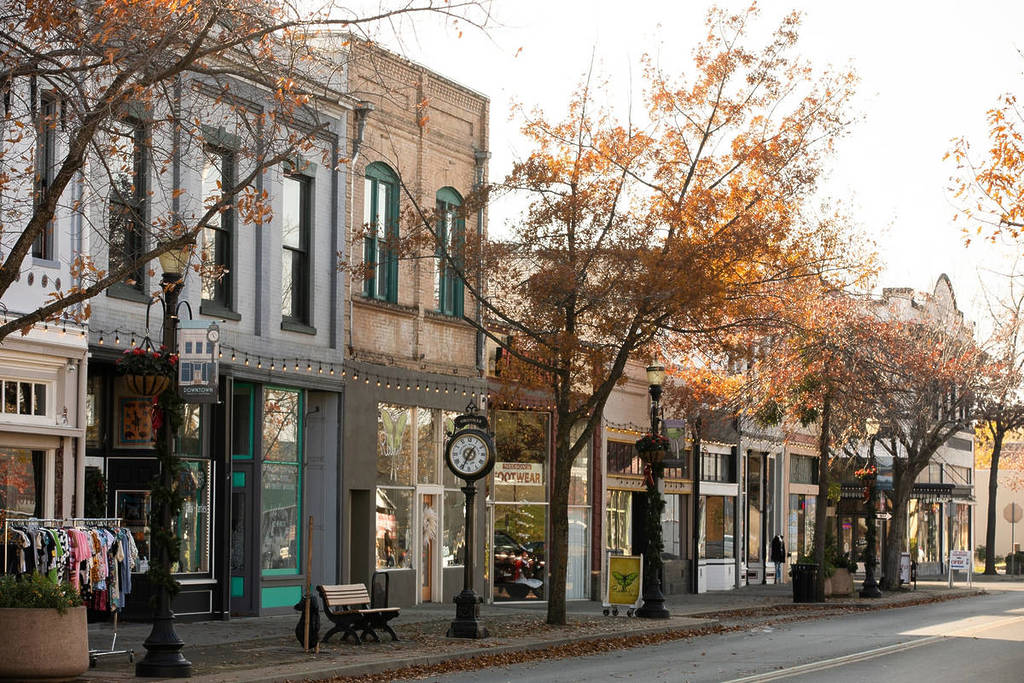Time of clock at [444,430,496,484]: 1:34
